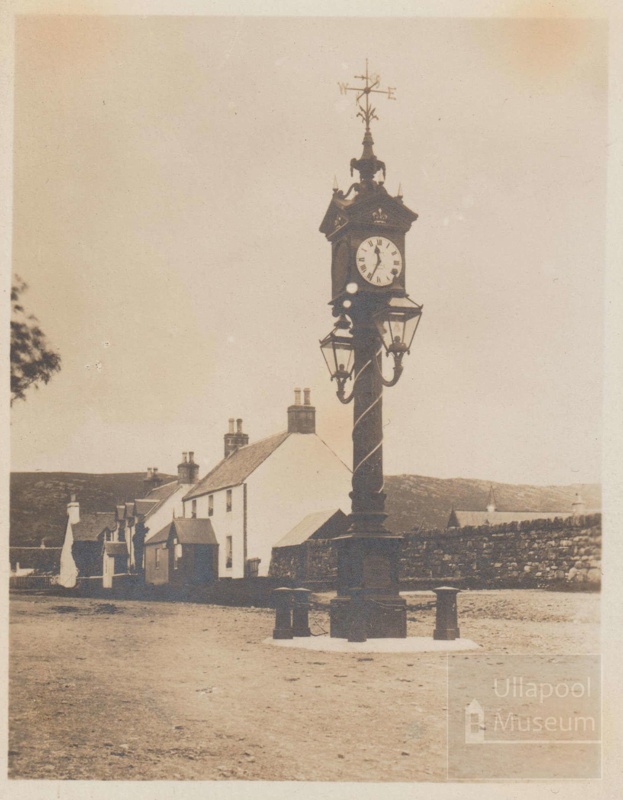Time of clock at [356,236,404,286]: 11:34
